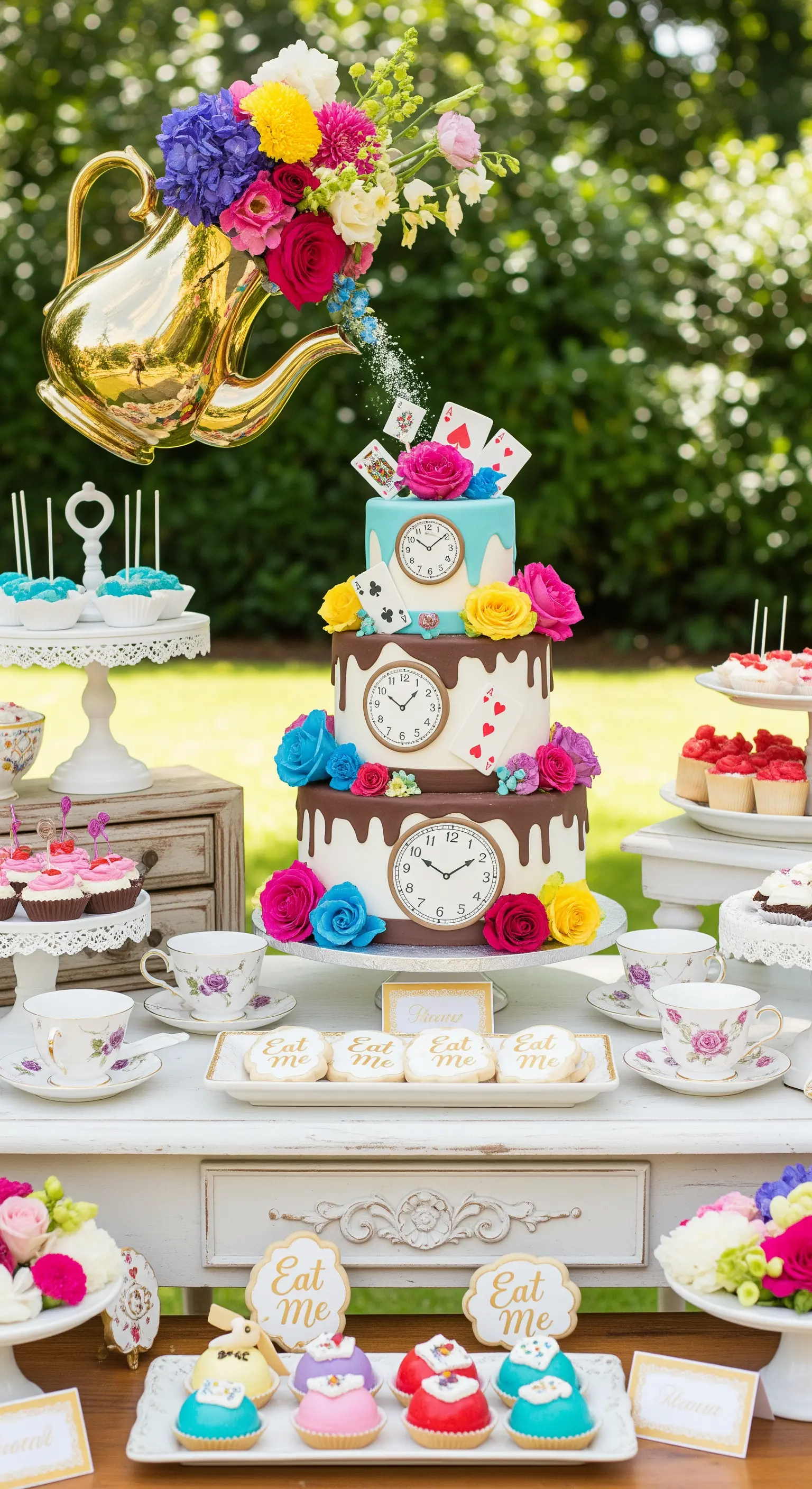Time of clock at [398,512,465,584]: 10:08
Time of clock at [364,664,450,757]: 10:07
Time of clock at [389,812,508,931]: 1:49
